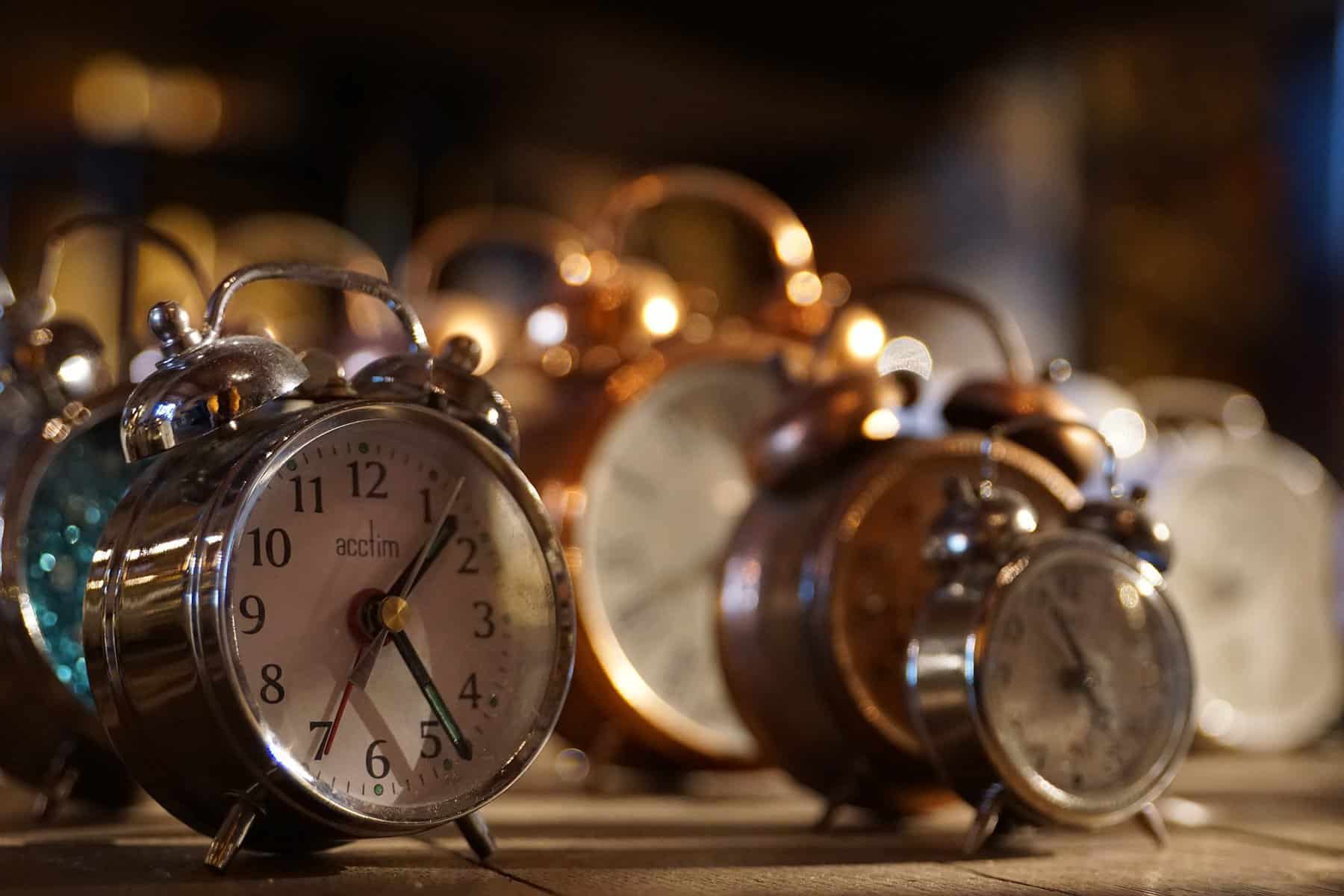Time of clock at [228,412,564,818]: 1:23
